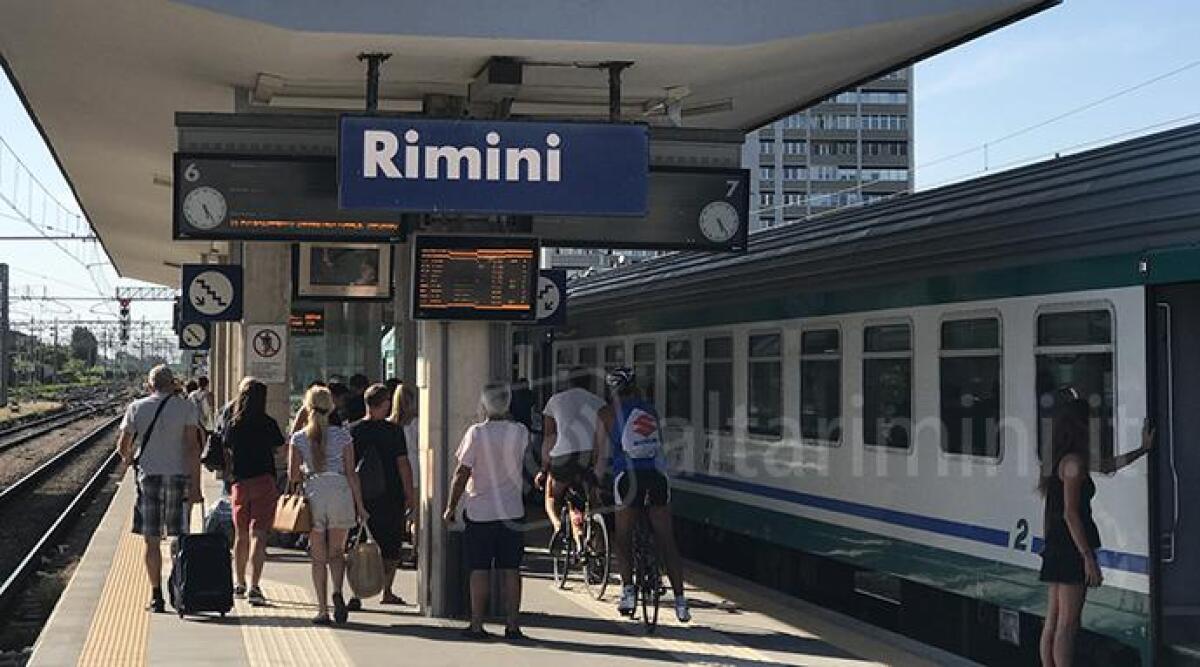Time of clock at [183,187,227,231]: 5:24
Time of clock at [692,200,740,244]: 5:23
